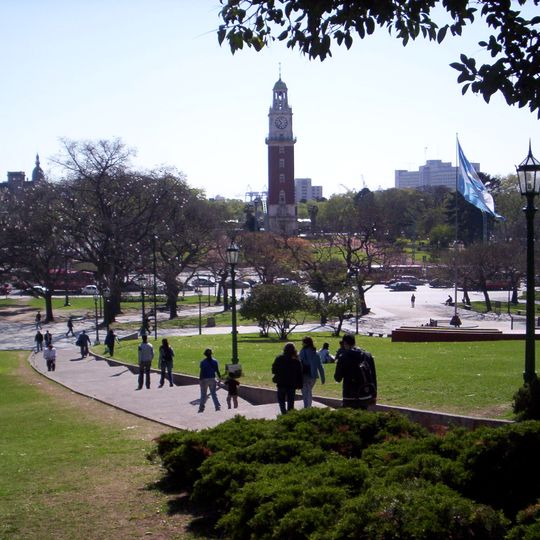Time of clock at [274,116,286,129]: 10:36
